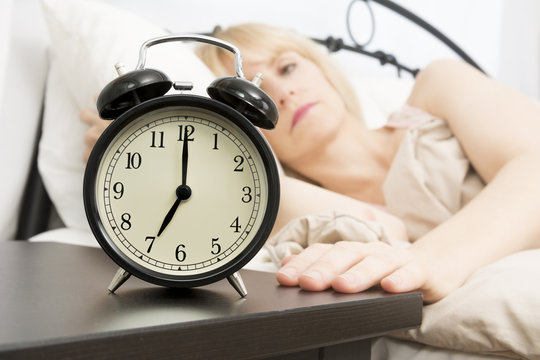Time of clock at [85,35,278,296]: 7:00
